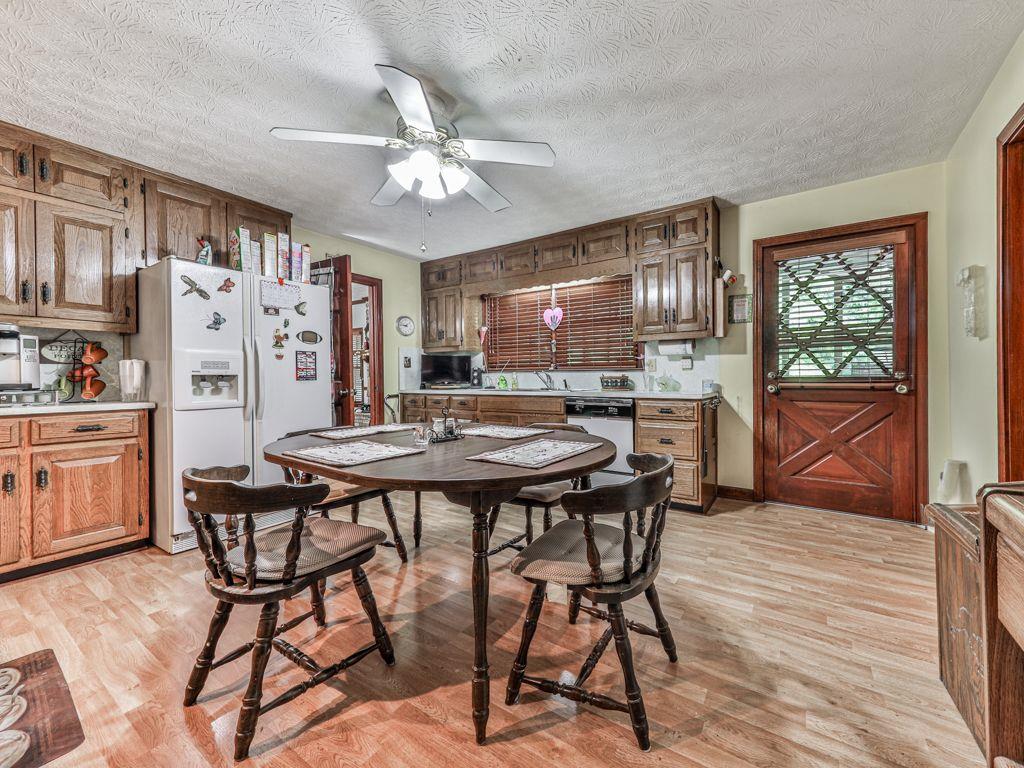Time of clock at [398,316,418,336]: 8:46
